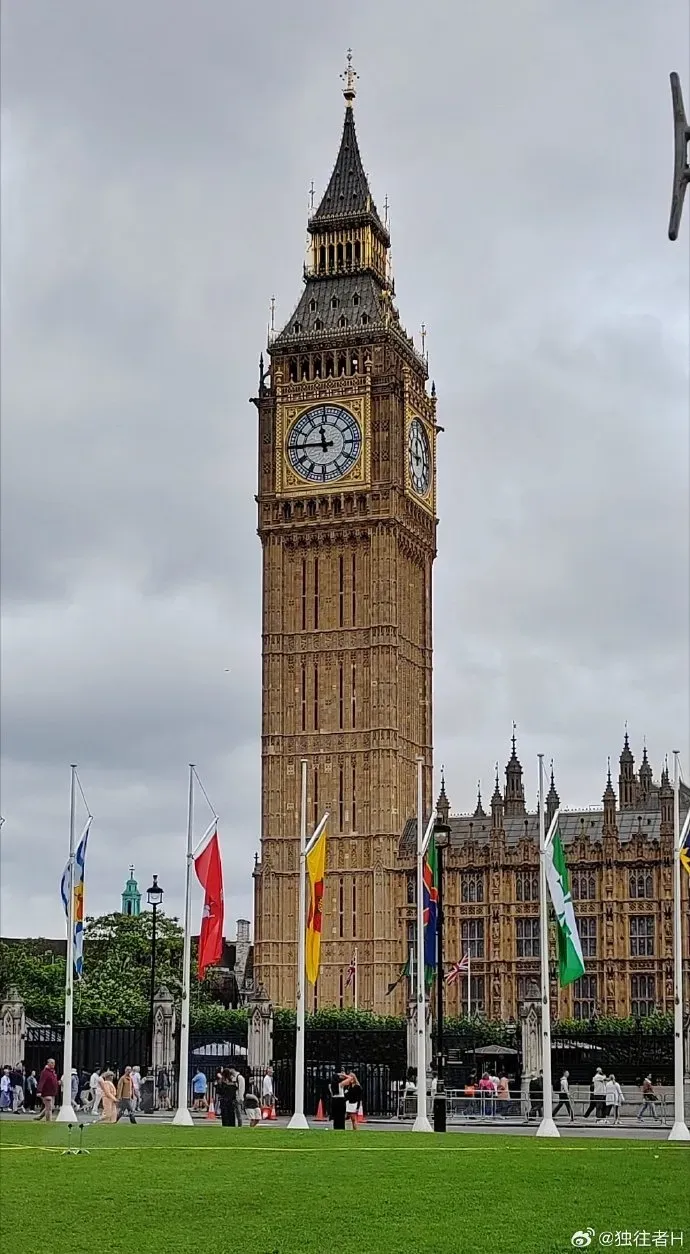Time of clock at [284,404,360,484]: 11:44
